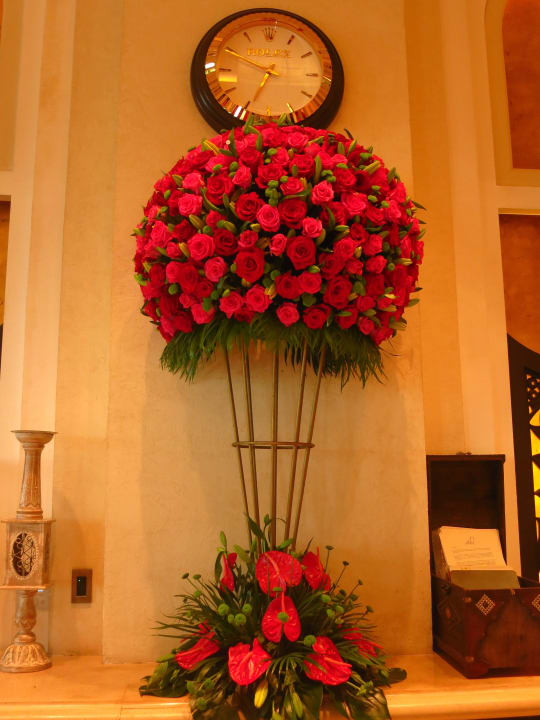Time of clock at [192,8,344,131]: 6:49
